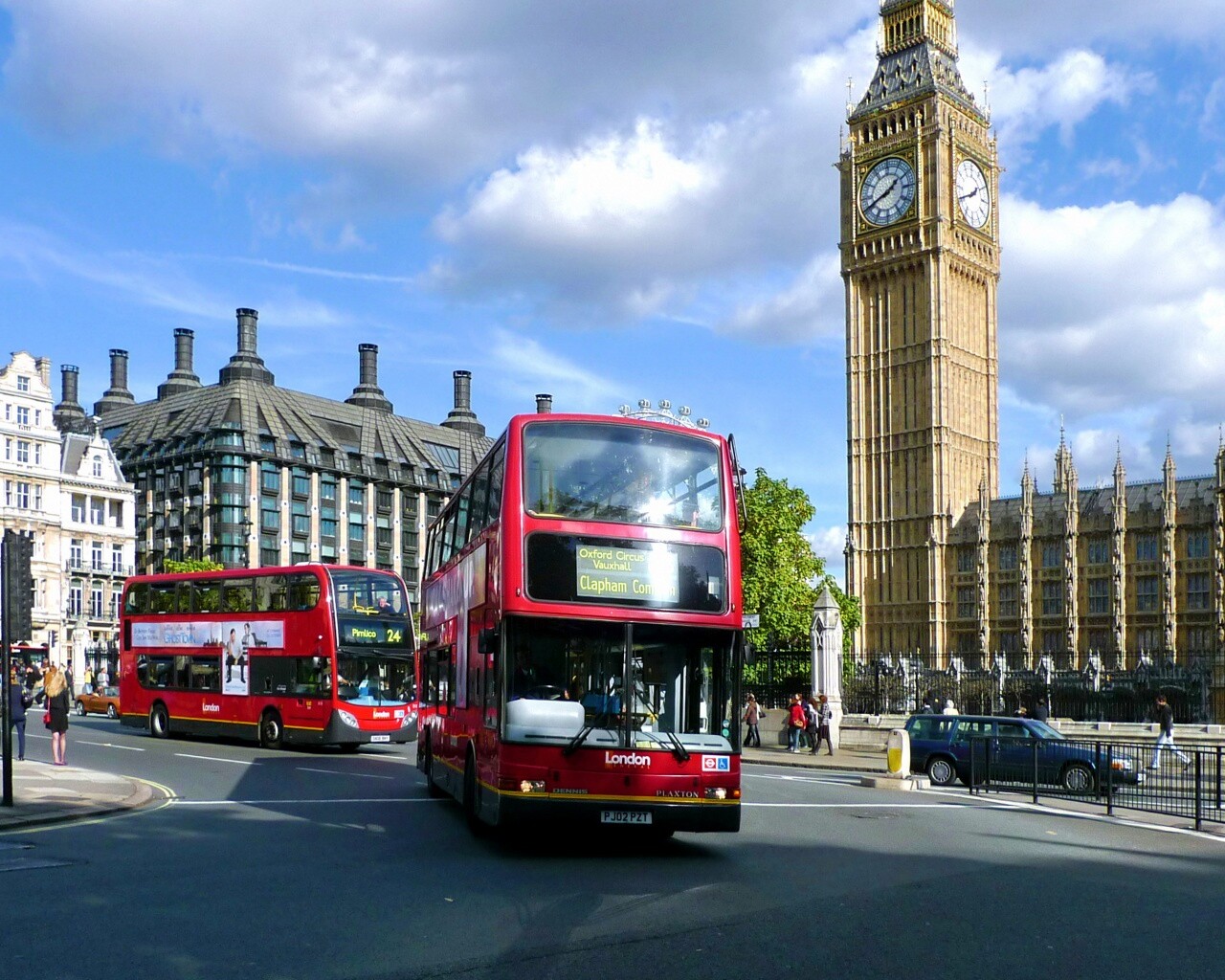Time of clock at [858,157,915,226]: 1:41
